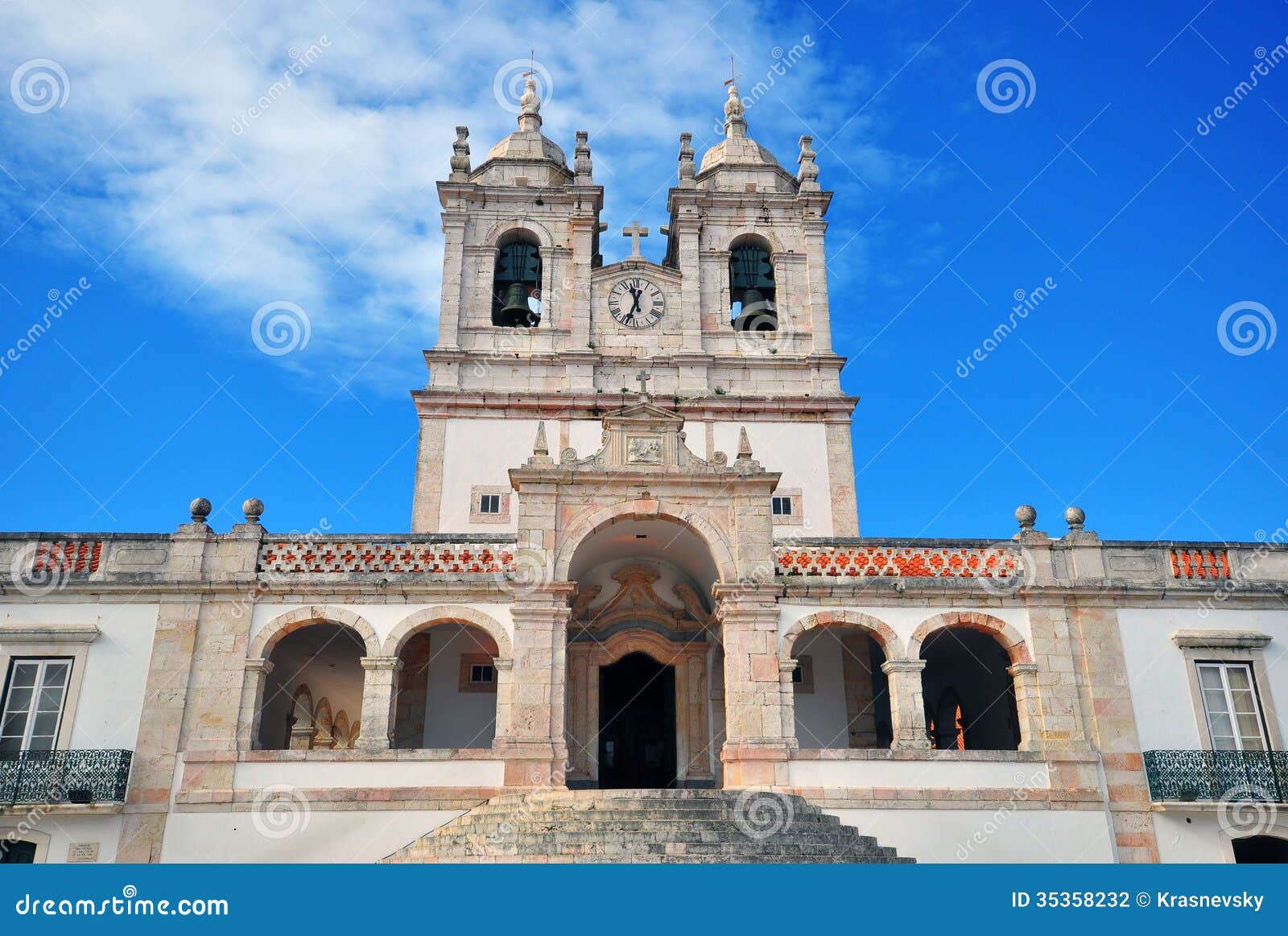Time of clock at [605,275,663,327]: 11:33
